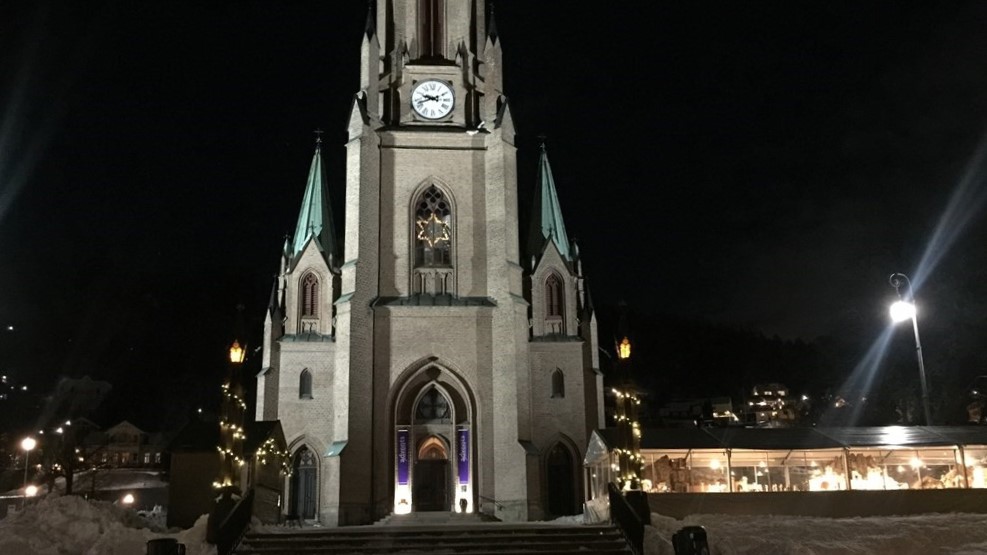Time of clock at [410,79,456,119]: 9:42
